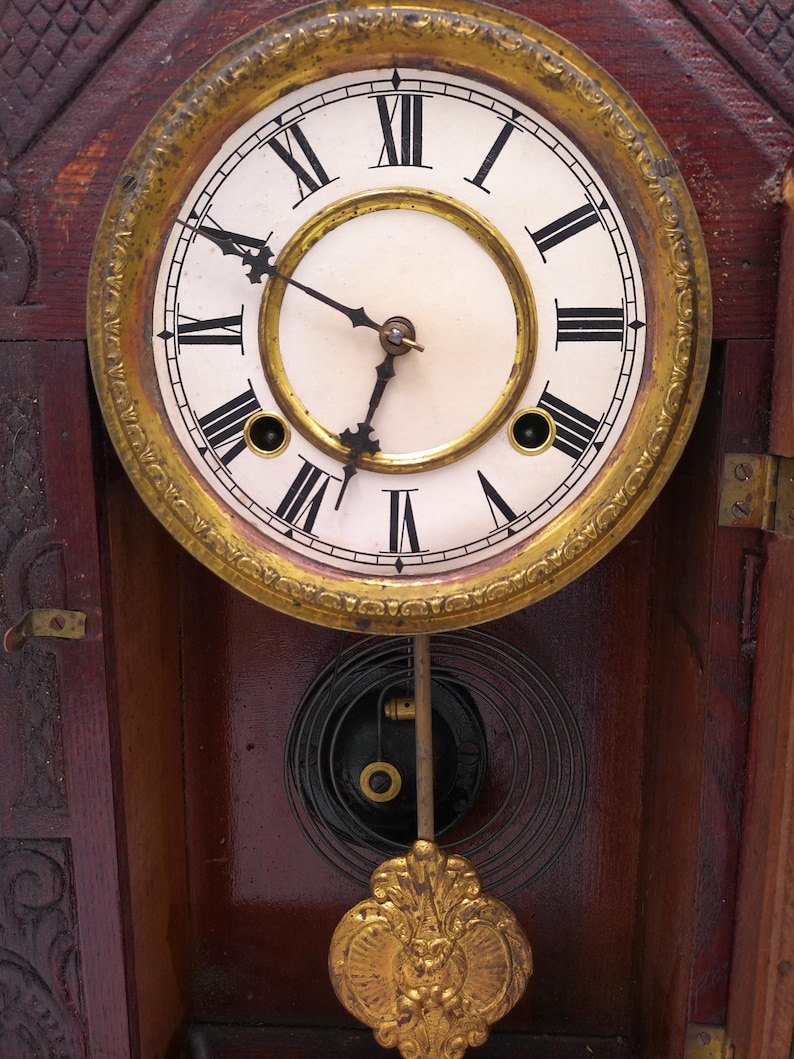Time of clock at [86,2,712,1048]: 6:49
